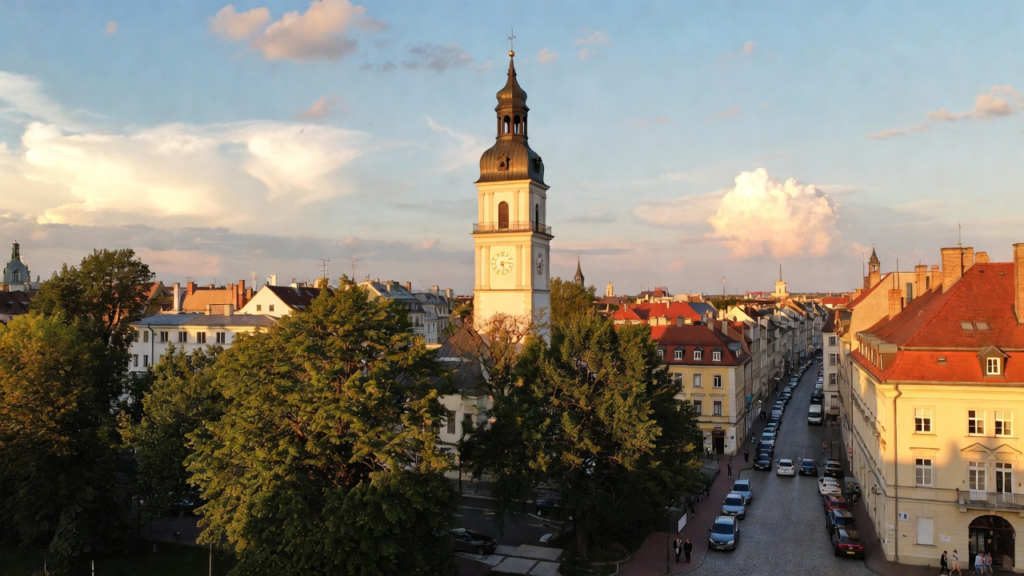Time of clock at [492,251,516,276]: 5:14
